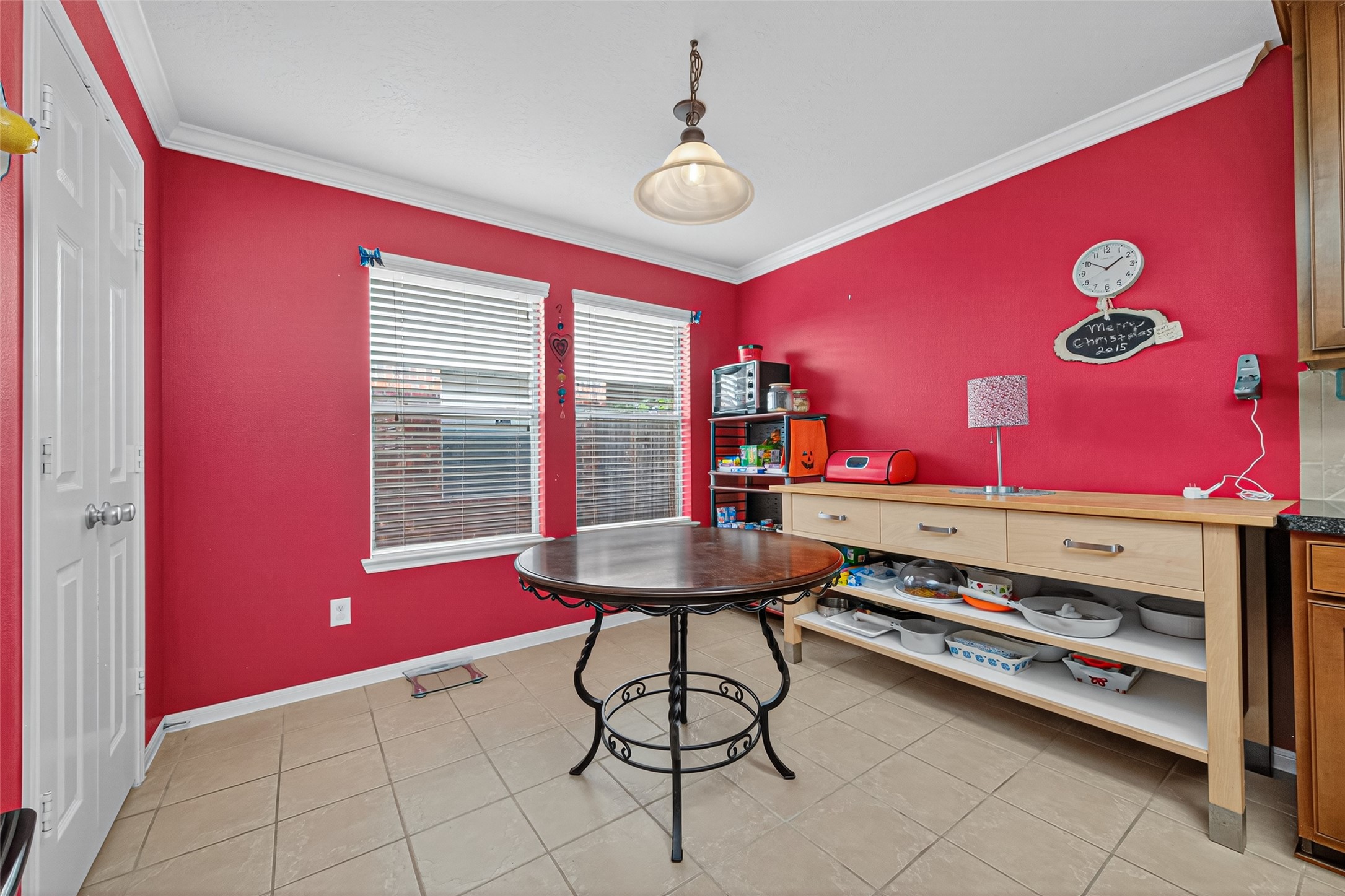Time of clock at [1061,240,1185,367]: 1:50
